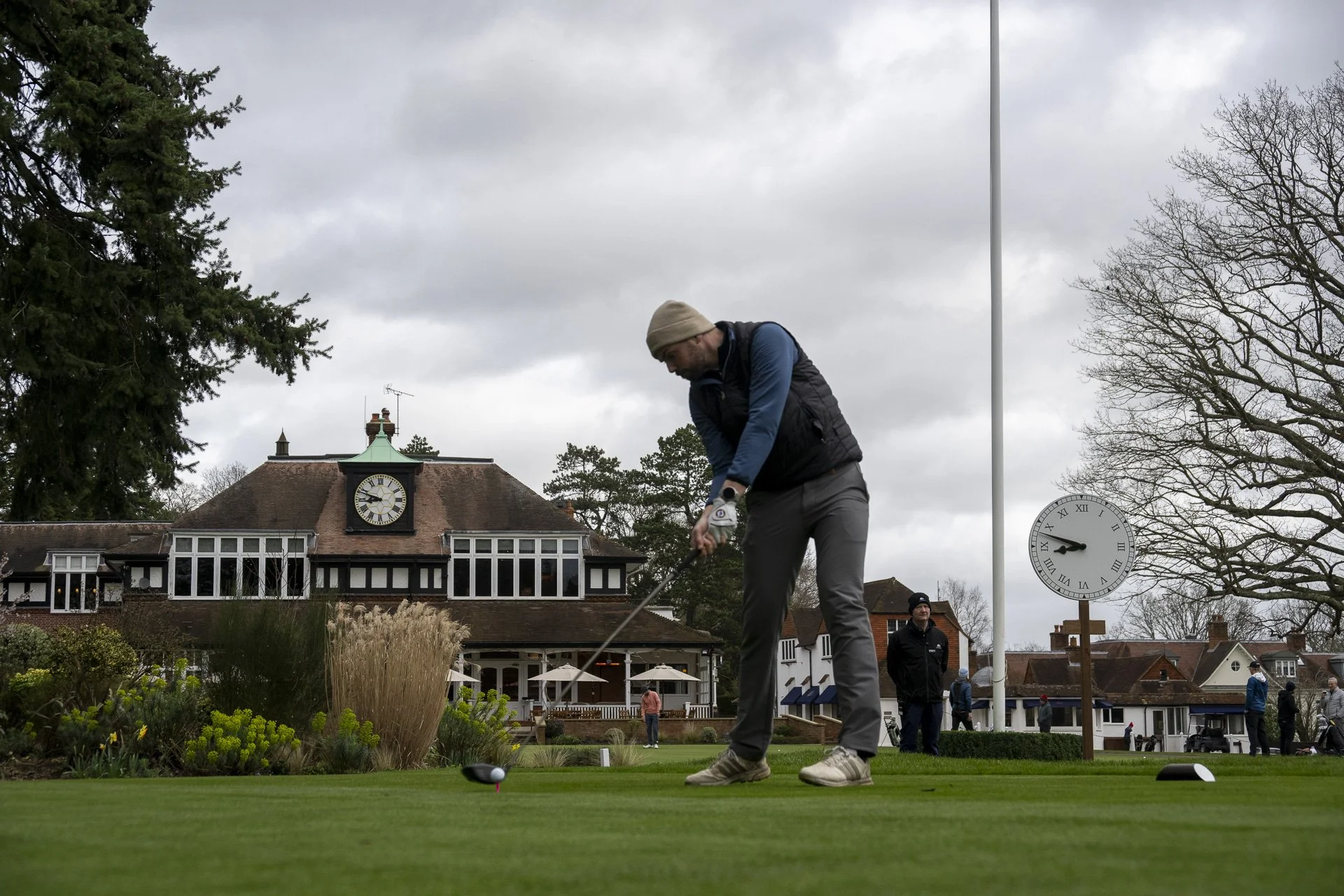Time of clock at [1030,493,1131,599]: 8:48
